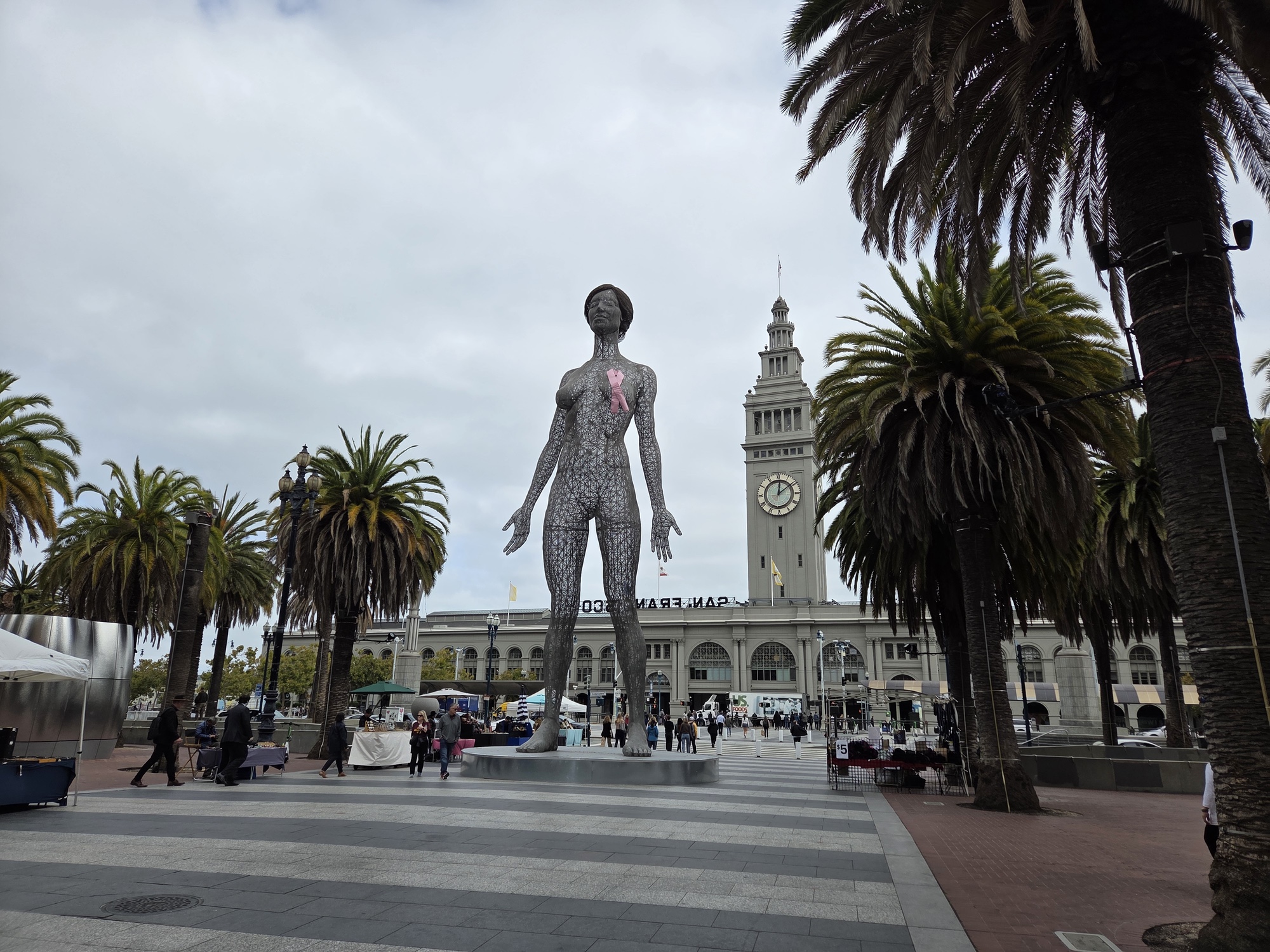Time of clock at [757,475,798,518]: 12:09
